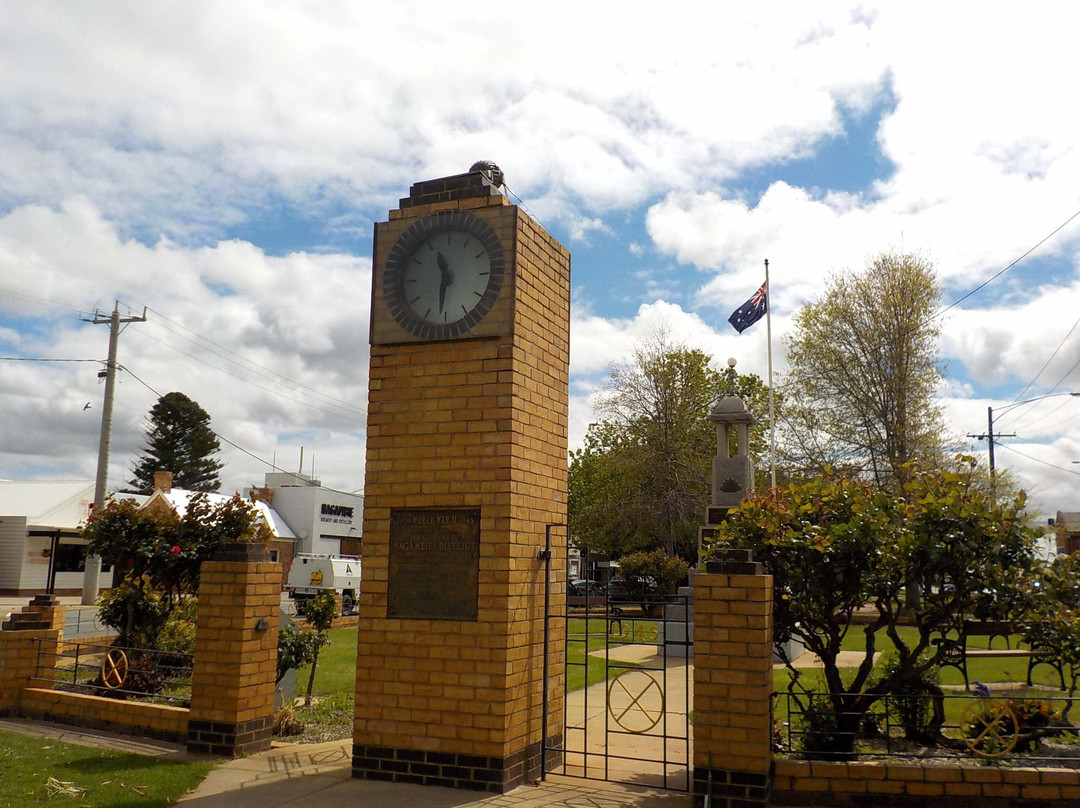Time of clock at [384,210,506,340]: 11:31
